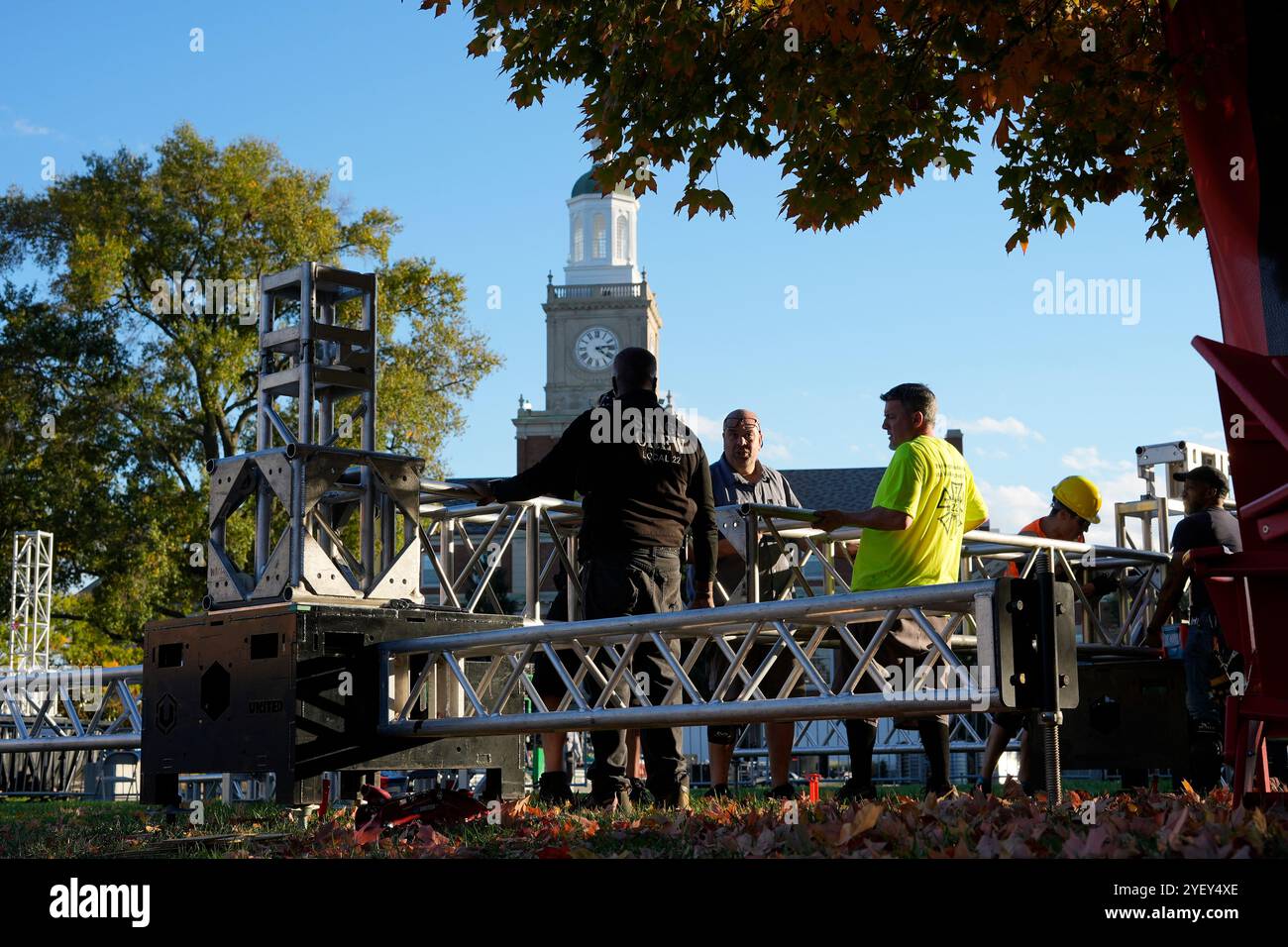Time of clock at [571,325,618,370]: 4:13
